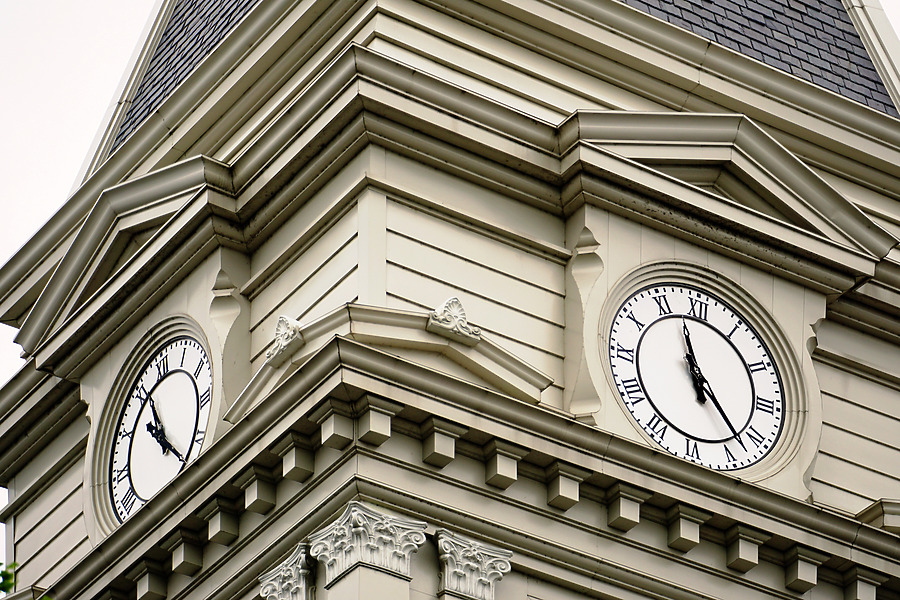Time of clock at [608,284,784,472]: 11:22
